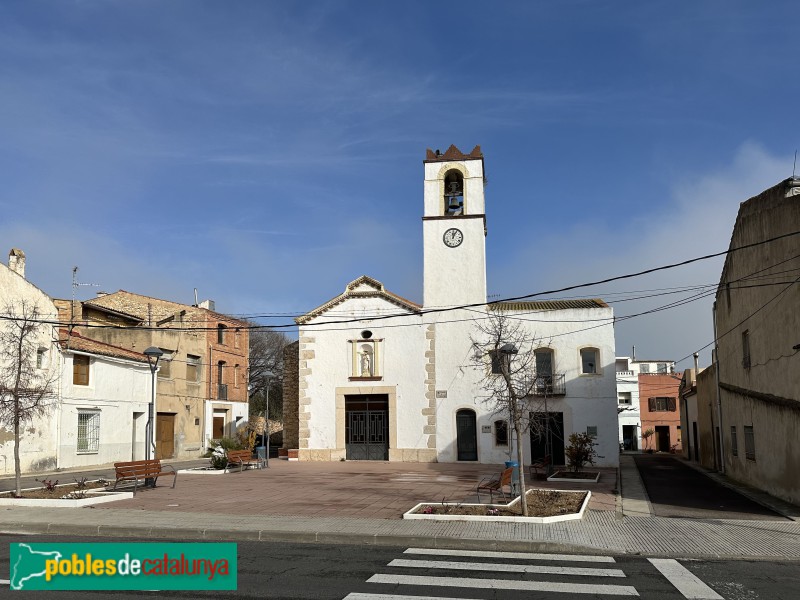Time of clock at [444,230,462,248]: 12:04
